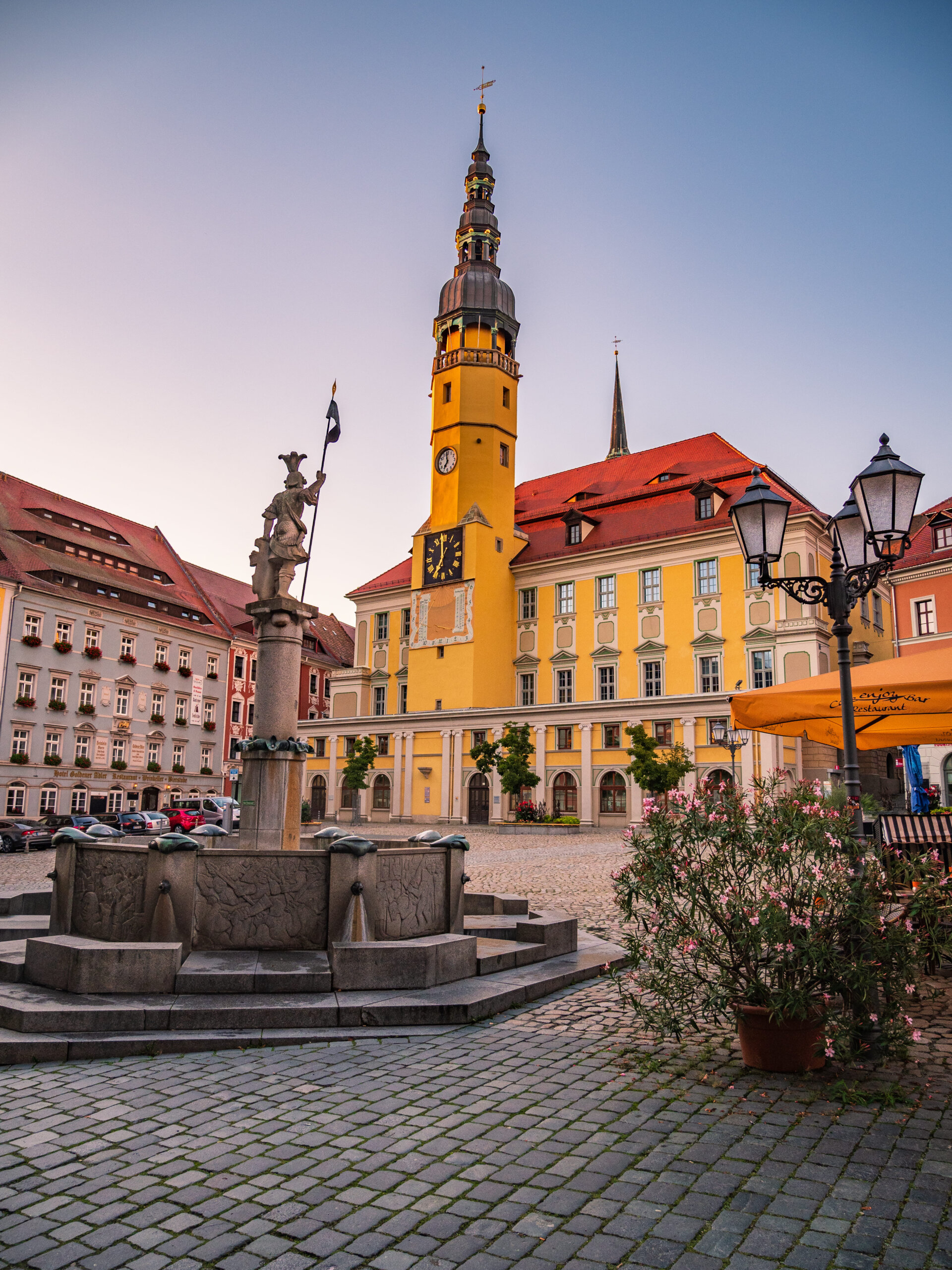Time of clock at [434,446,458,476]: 6:58
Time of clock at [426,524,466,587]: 6:59
